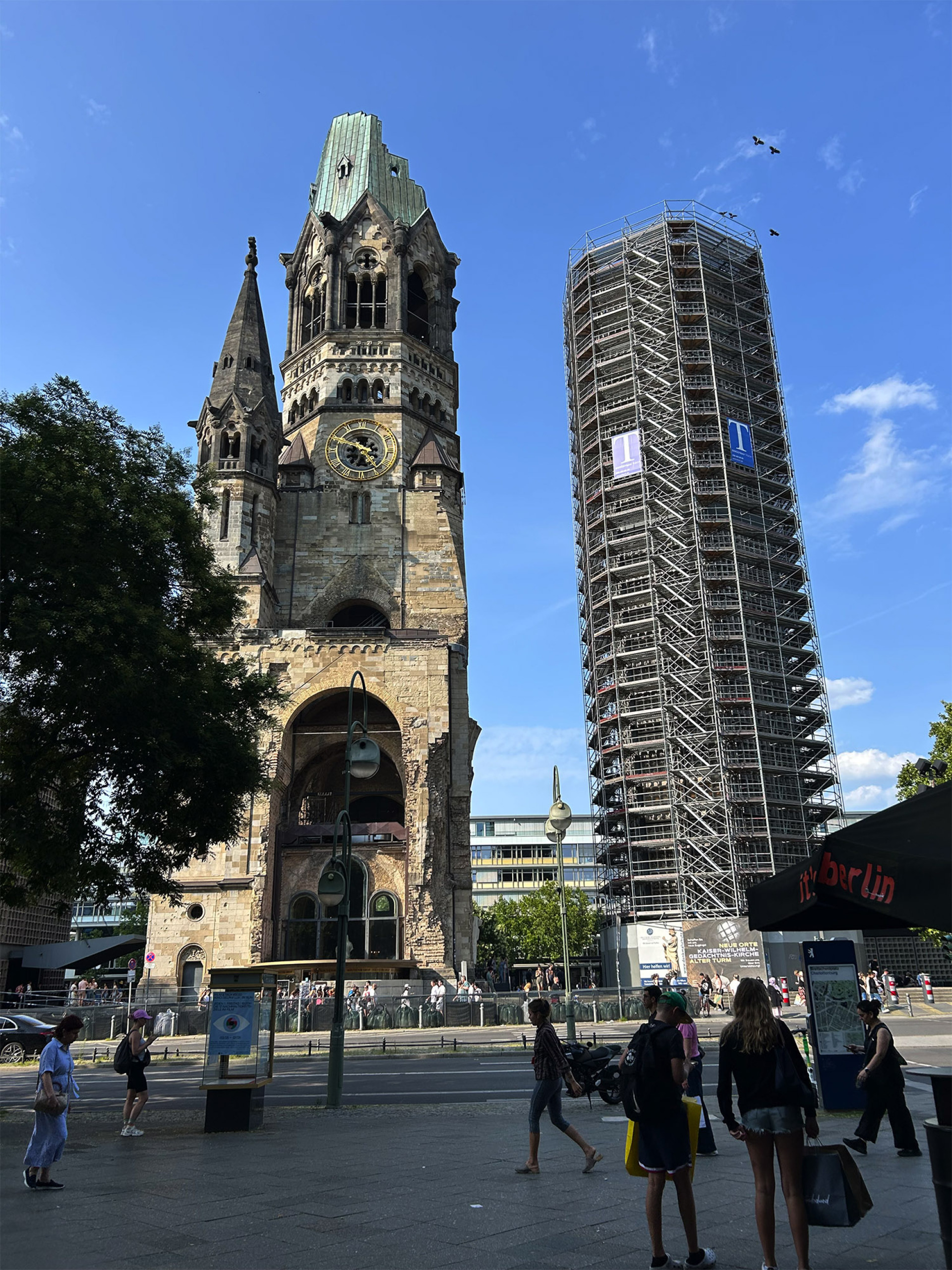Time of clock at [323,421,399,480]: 4:49
